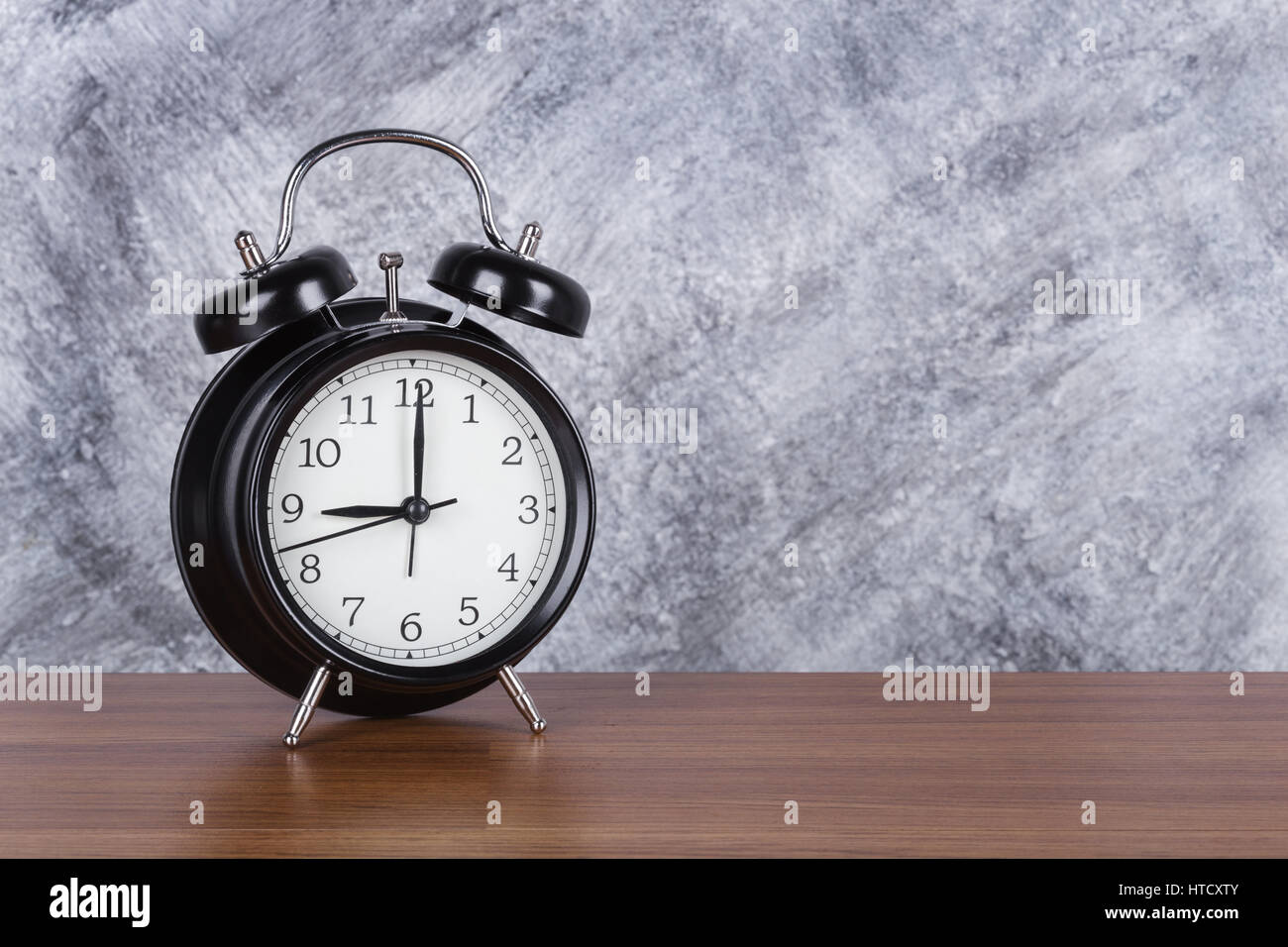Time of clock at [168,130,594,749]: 9:00
